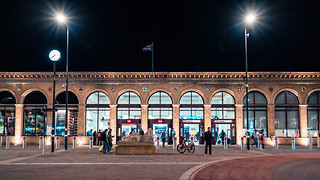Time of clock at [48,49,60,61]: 7:39
